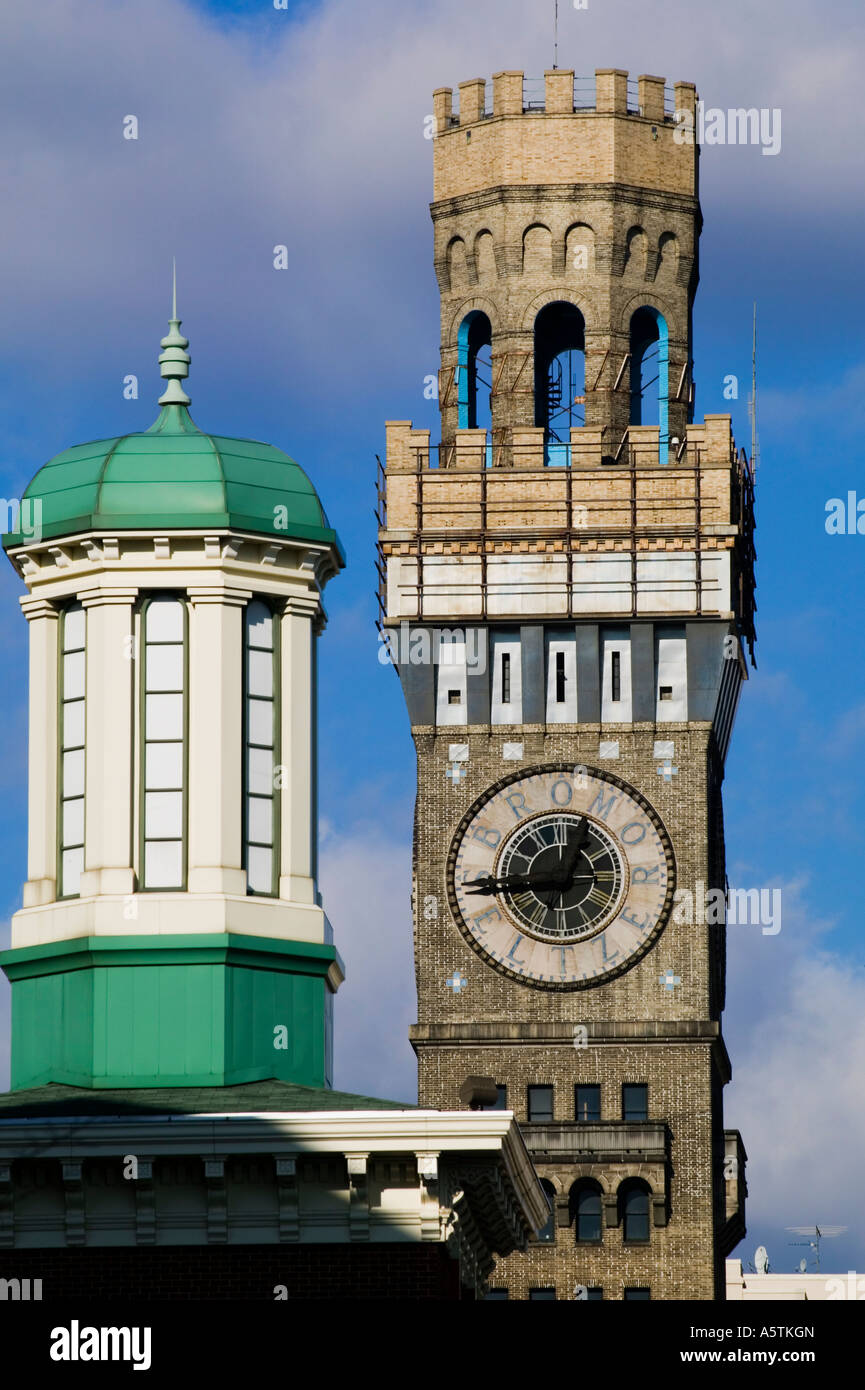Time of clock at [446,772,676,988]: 12:43
